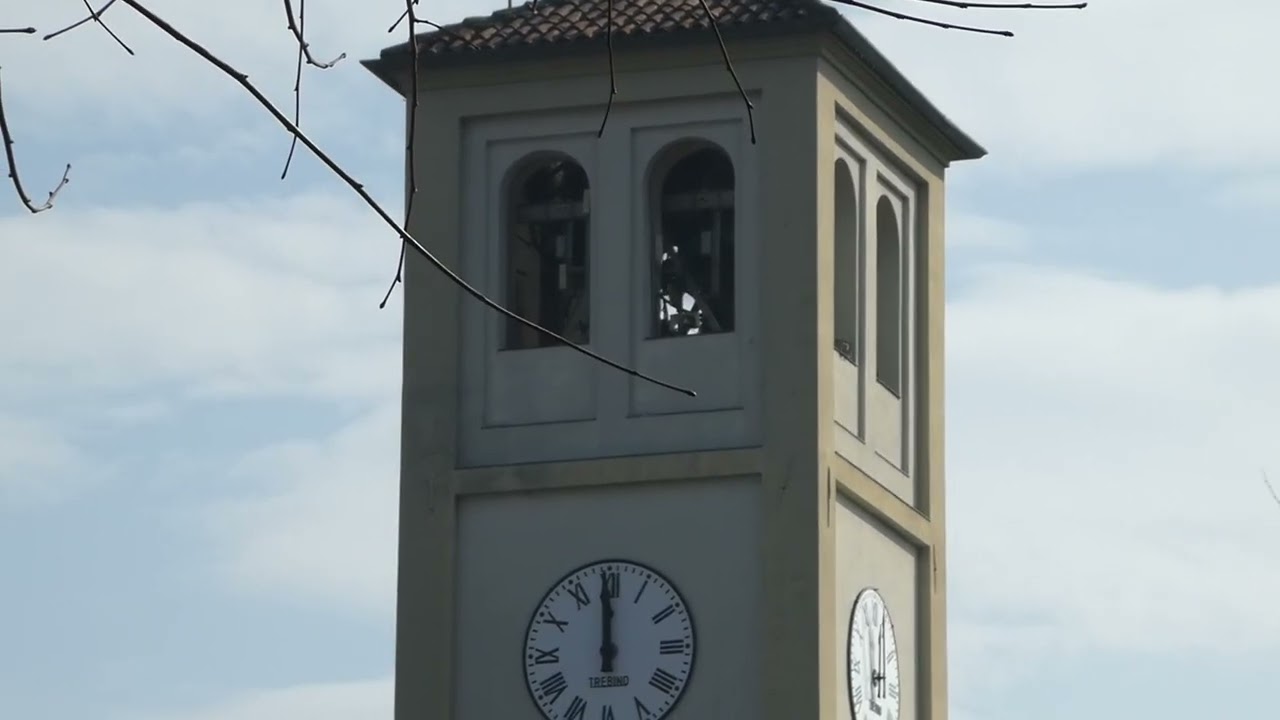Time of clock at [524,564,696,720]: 11:59
